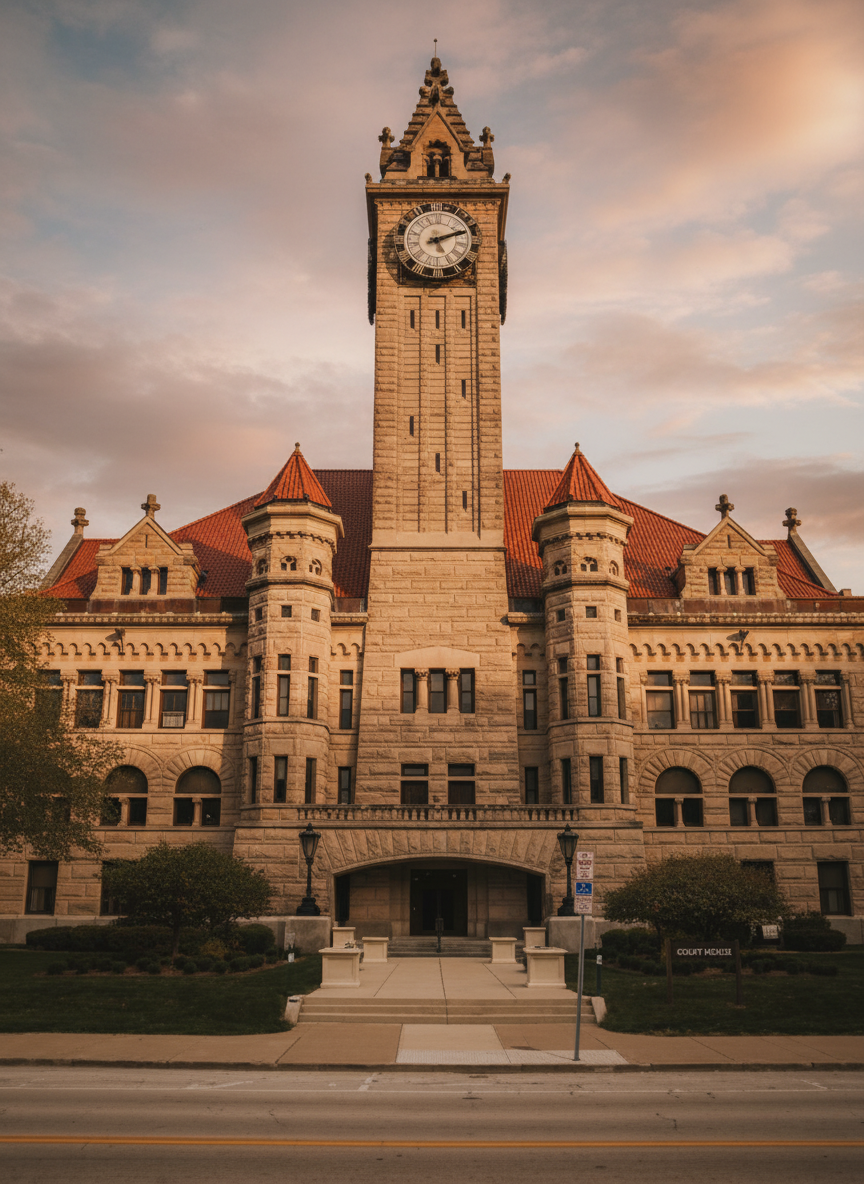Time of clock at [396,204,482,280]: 2:11
